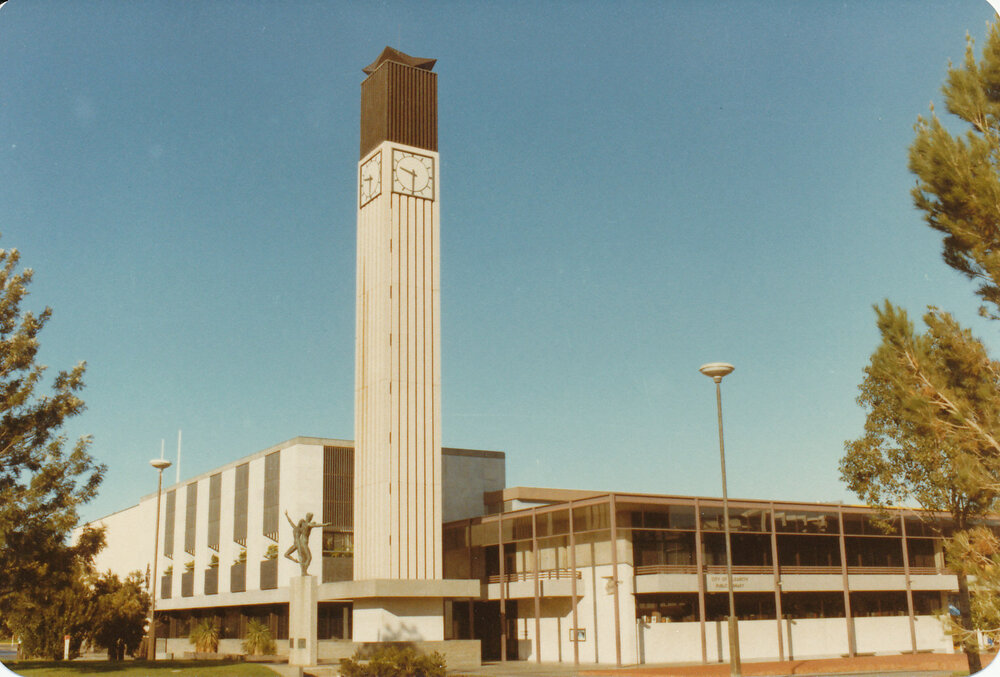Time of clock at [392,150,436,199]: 9:30
